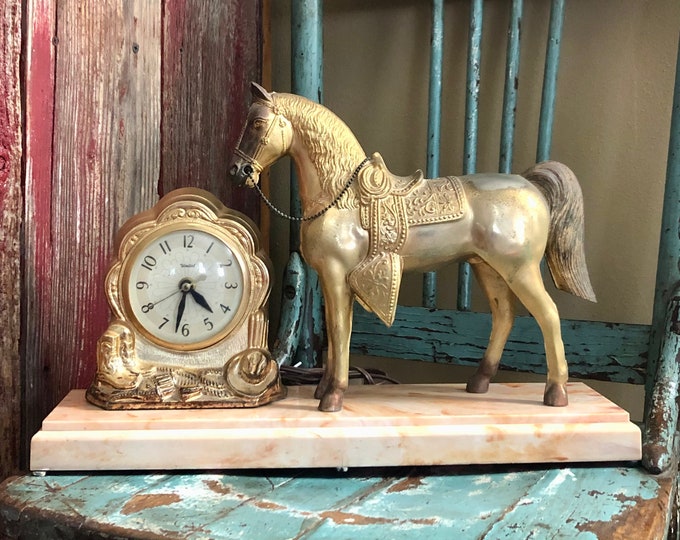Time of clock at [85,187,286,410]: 4:32
